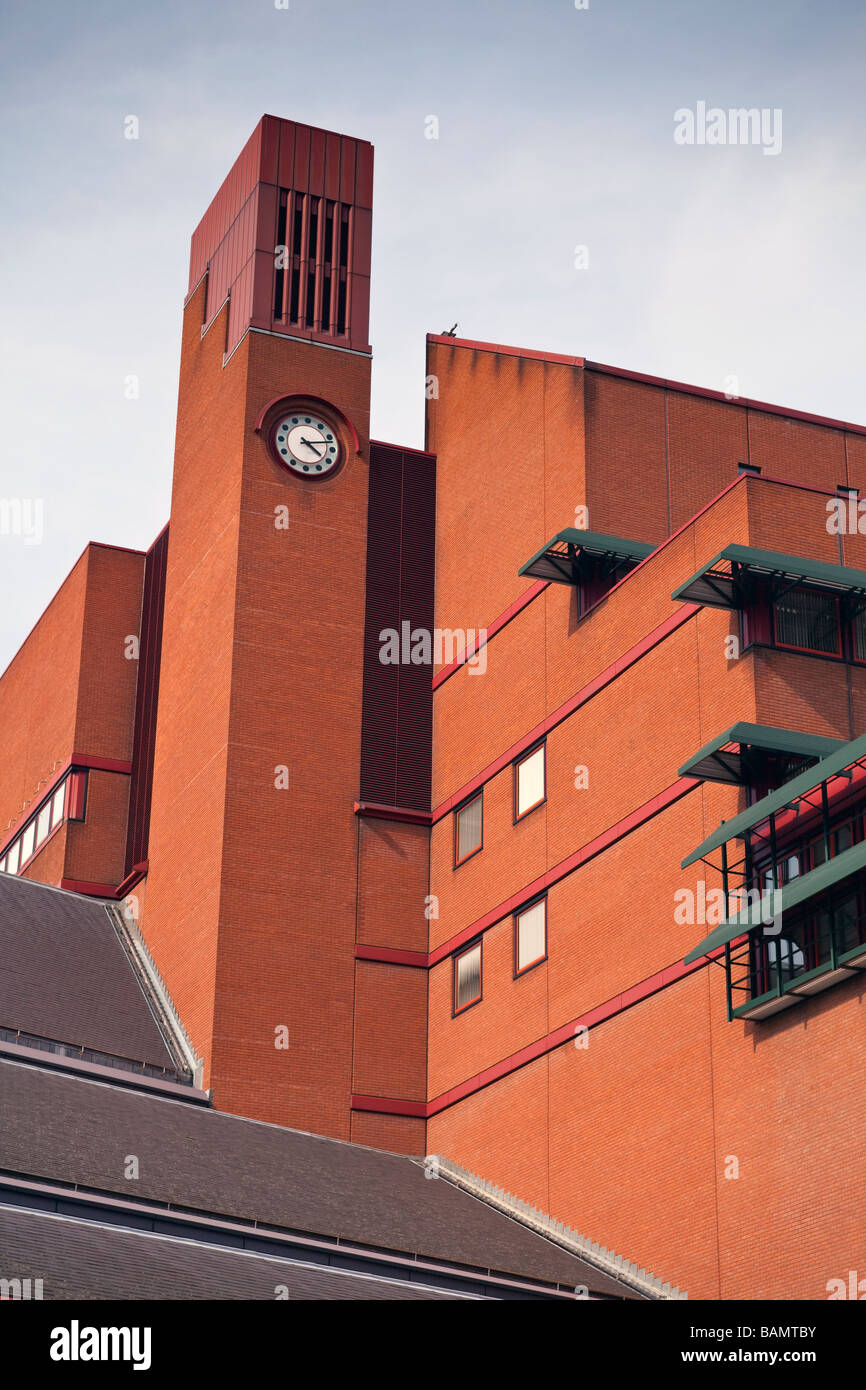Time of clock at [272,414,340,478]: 4:12
